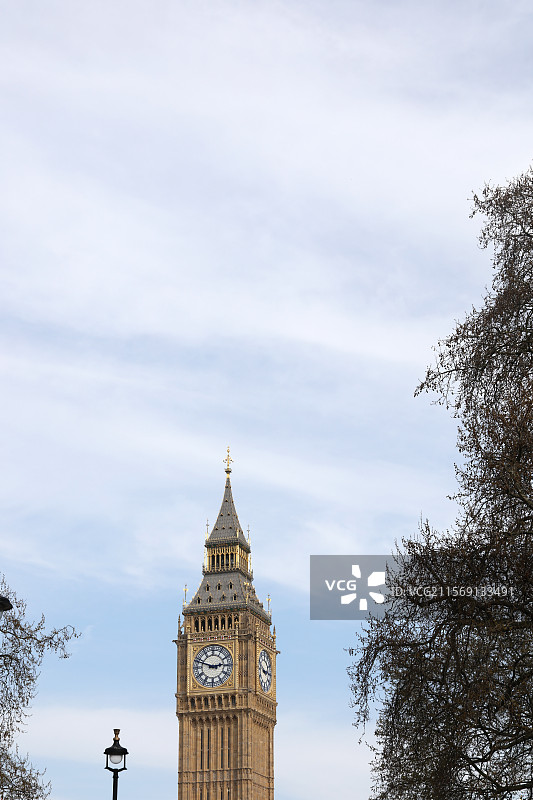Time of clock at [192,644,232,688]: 2:48
